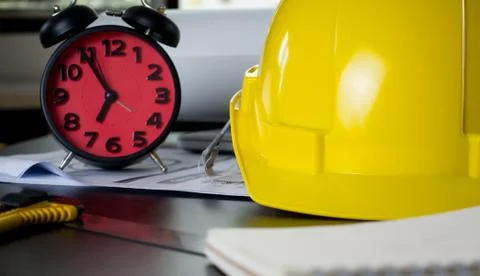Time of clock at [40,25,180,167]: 6:54
